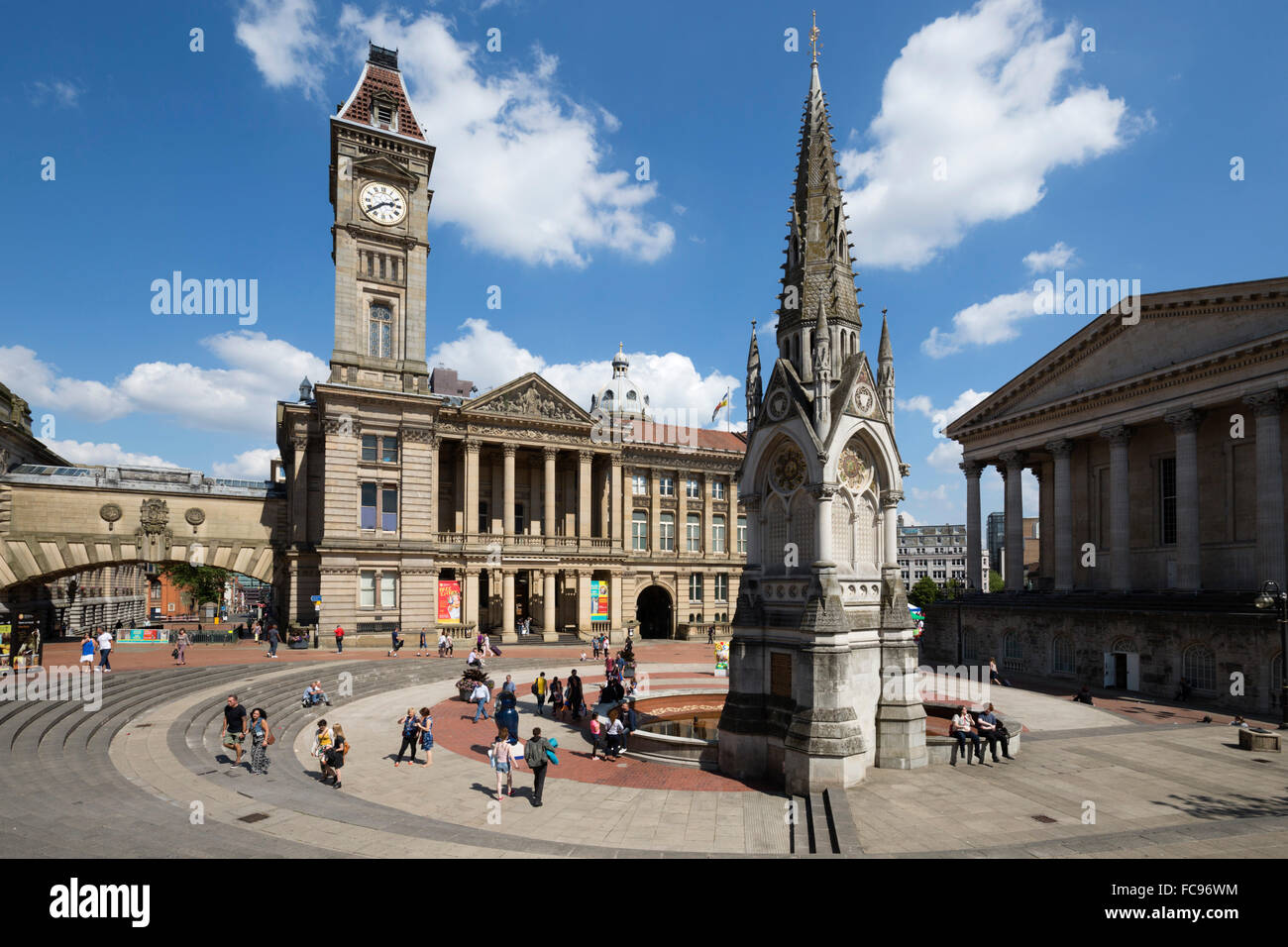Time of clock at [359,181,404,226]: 2:38
